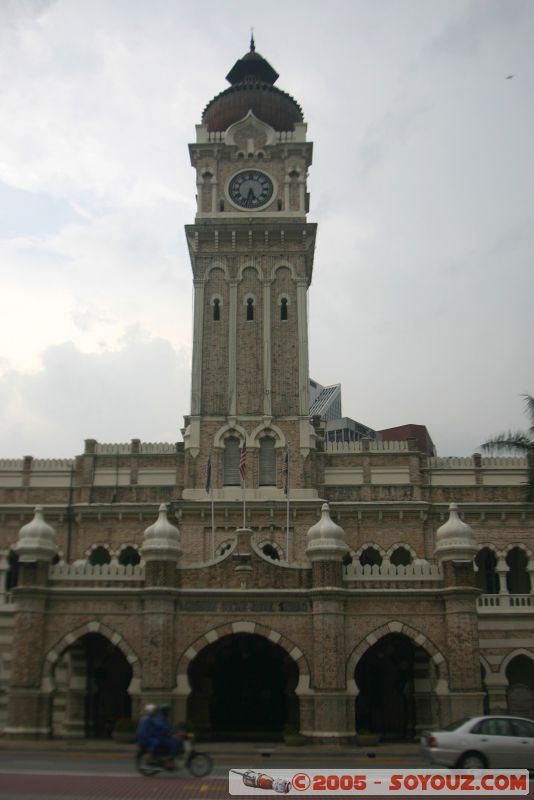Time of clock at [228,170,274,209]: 5:32
